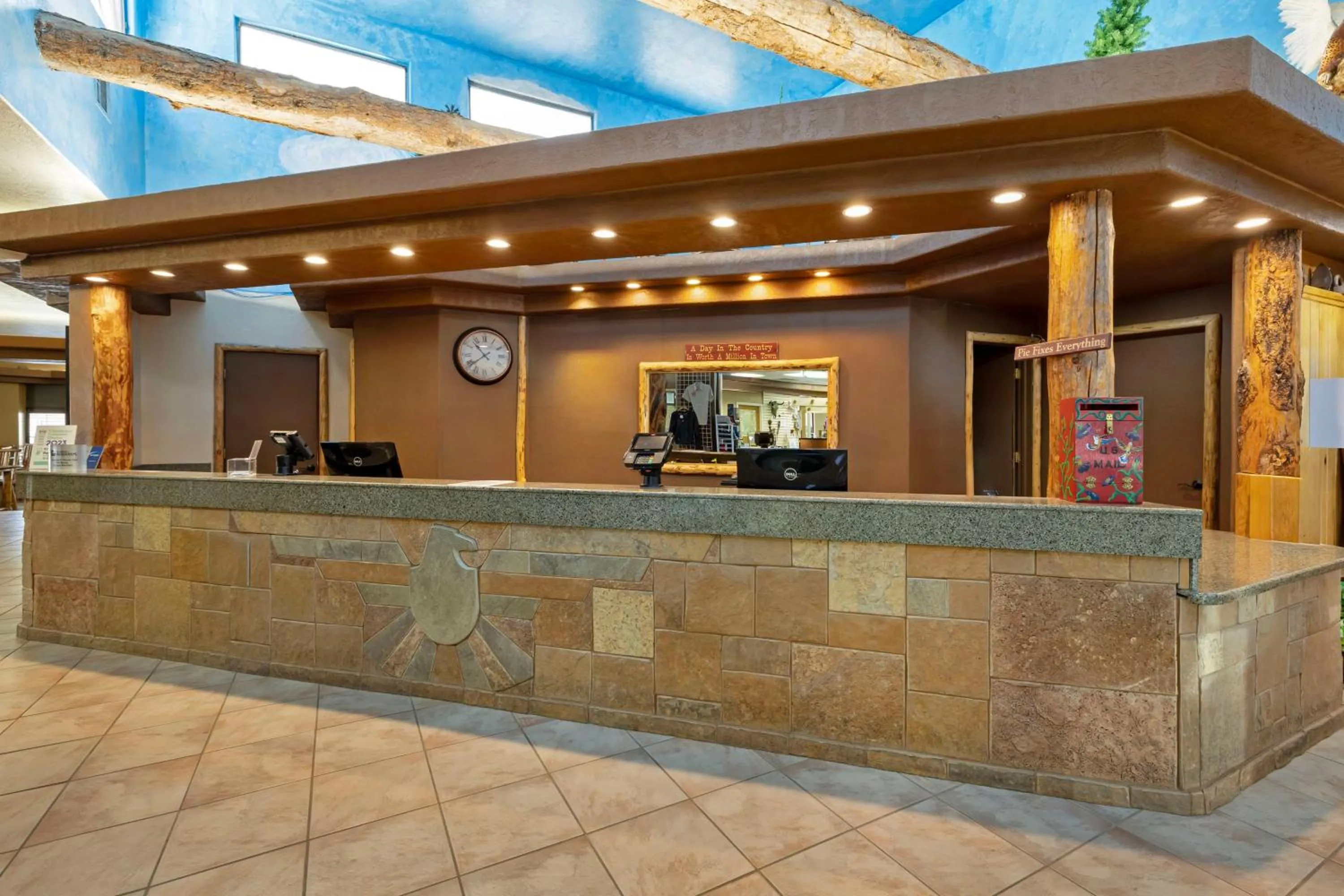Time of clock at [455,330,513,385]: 10:38
